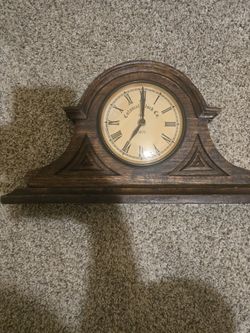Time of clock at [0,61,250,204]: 7:00
